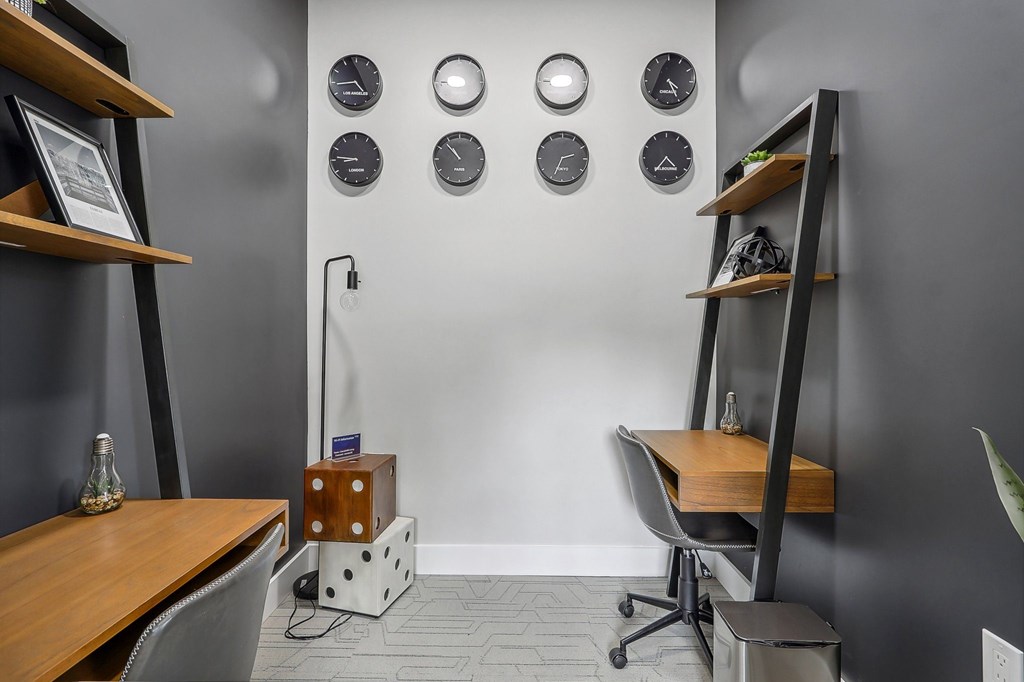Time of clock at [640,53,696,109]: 4:25
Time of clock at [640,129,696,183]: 4:36
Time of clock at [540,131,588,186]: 2:33
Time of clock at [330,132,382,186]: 8:46
